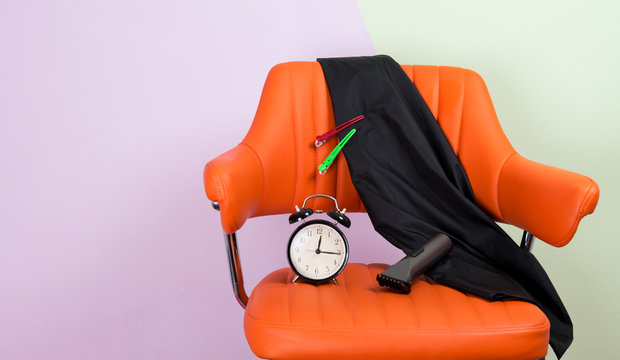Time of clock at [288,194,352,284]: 12:15
